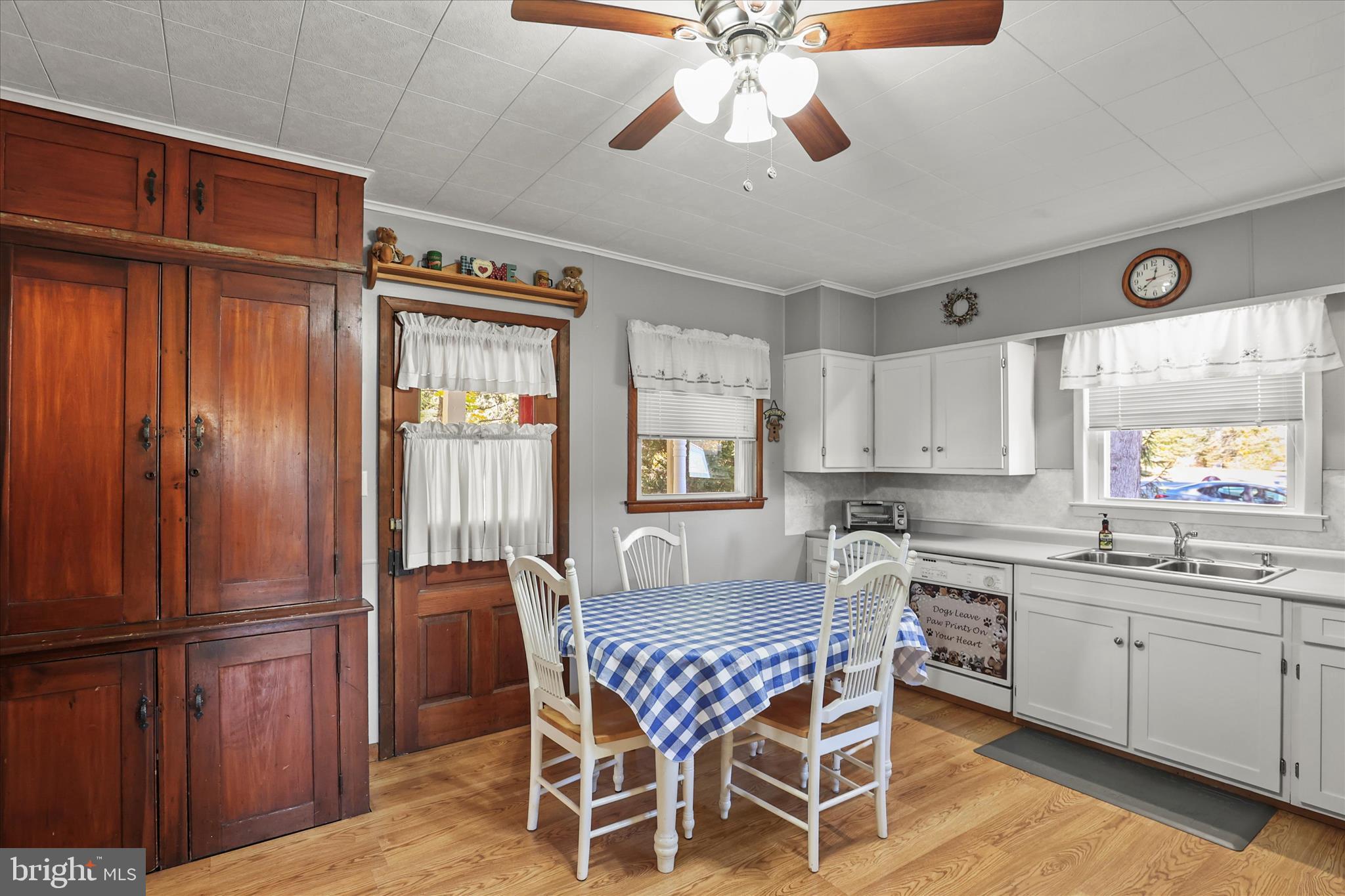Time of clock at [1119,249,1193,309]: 12:38
